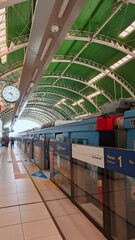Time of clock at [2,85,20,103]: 9:25
